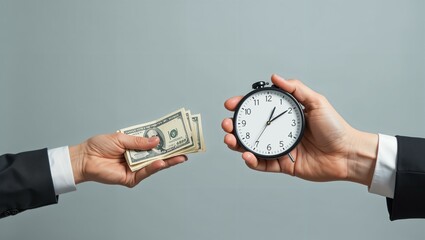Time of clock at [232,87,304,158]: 1:09
